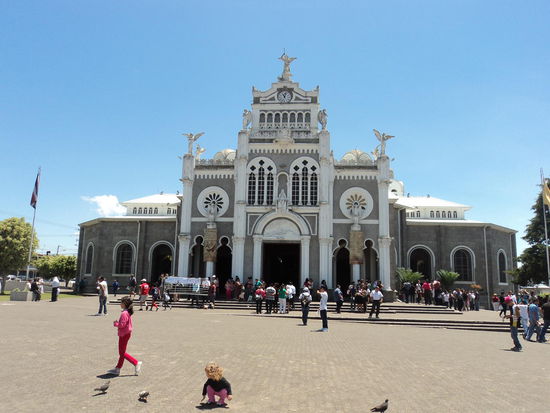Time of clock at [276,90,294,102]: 11:02
